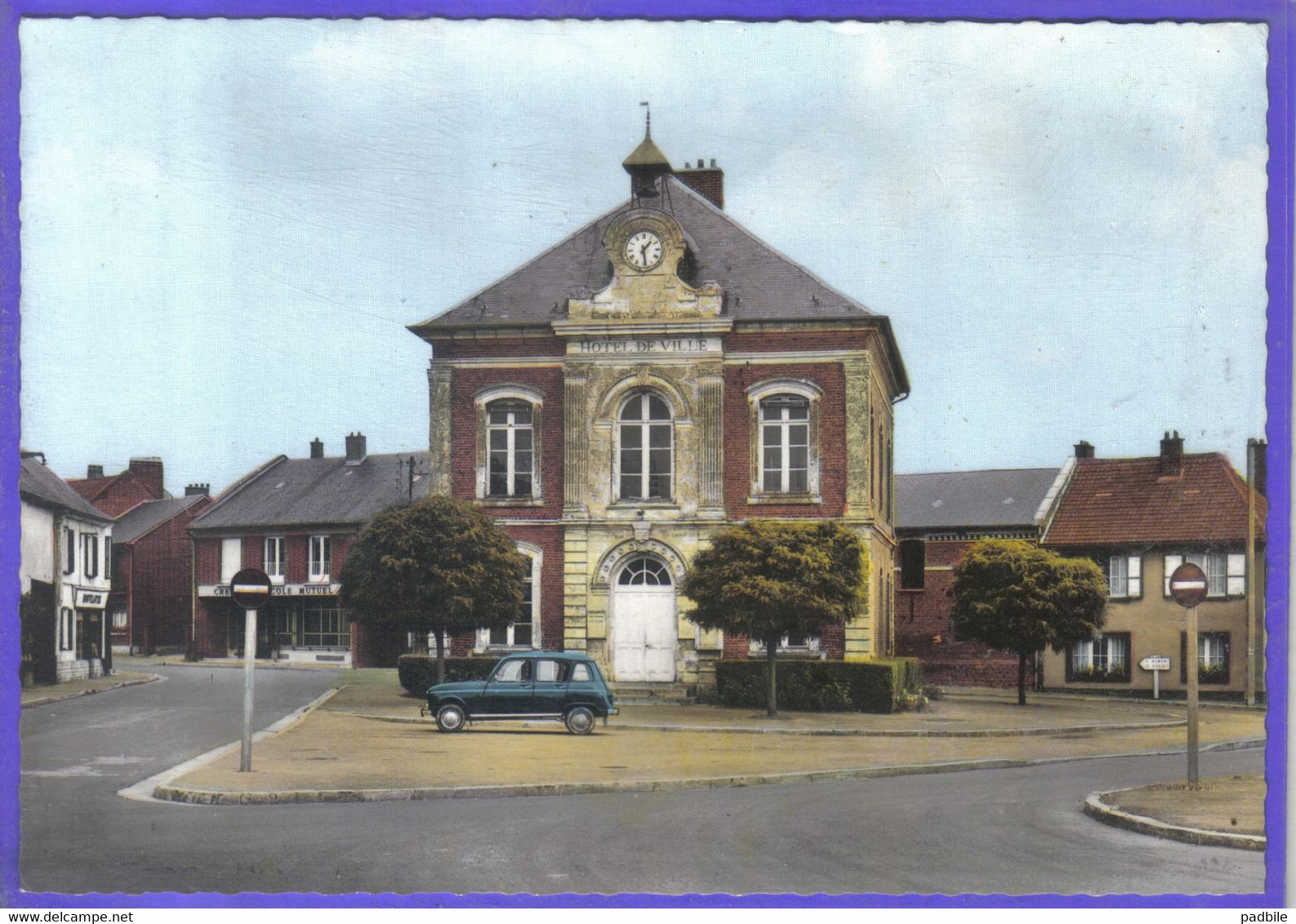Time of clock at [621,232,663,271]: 1:28
